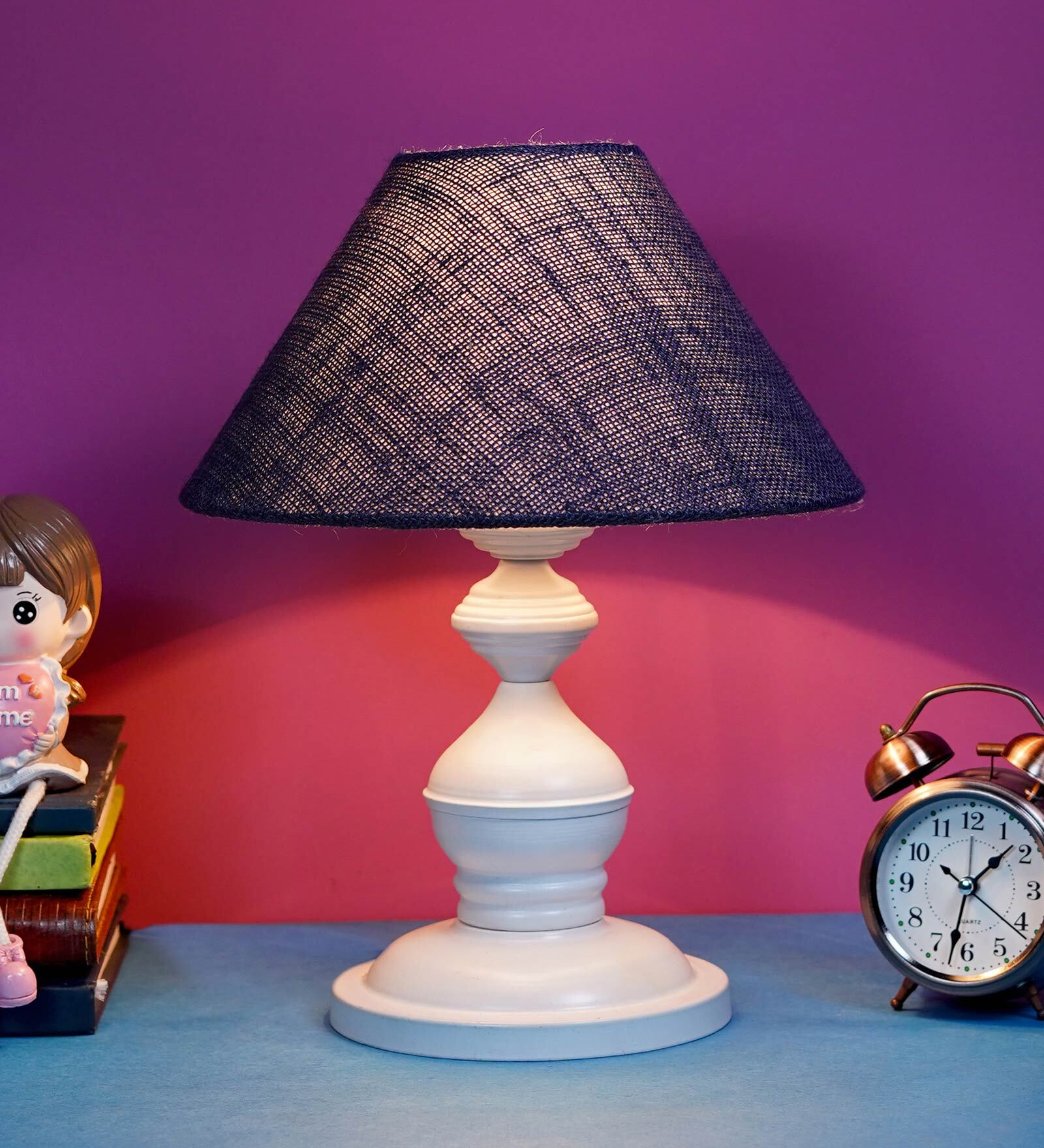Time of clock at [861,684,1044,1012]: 1:32
